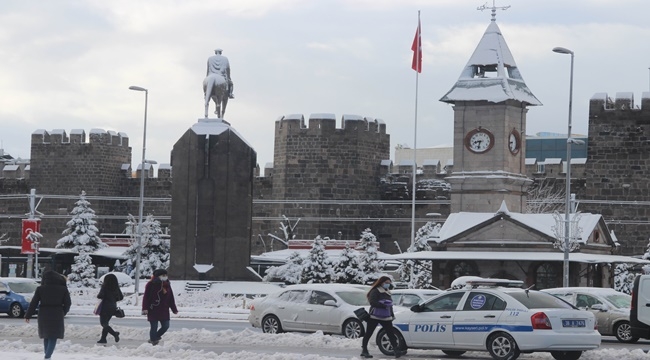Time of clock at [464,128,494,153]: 8:32
